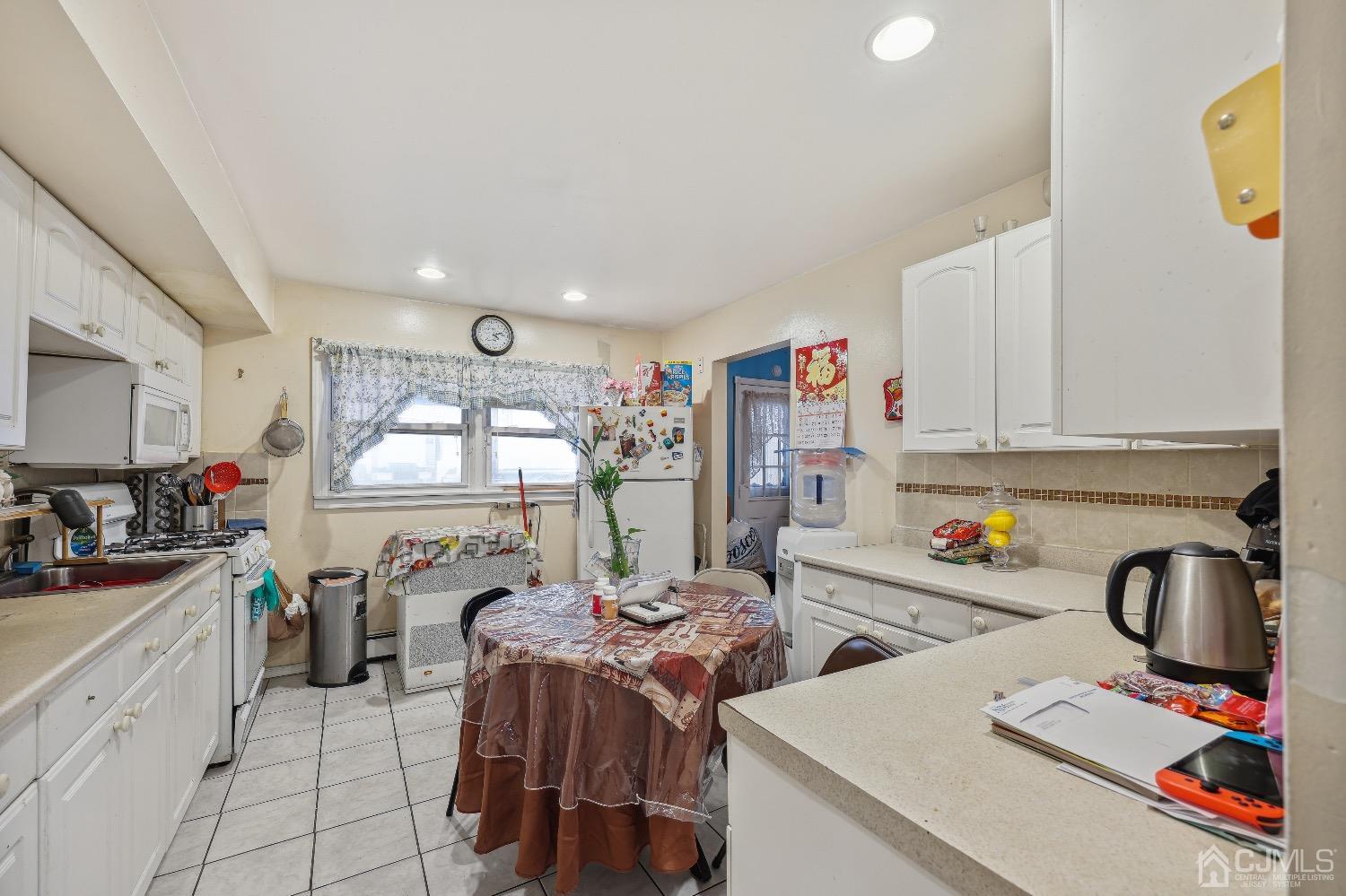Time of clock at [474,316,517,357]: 4:12
